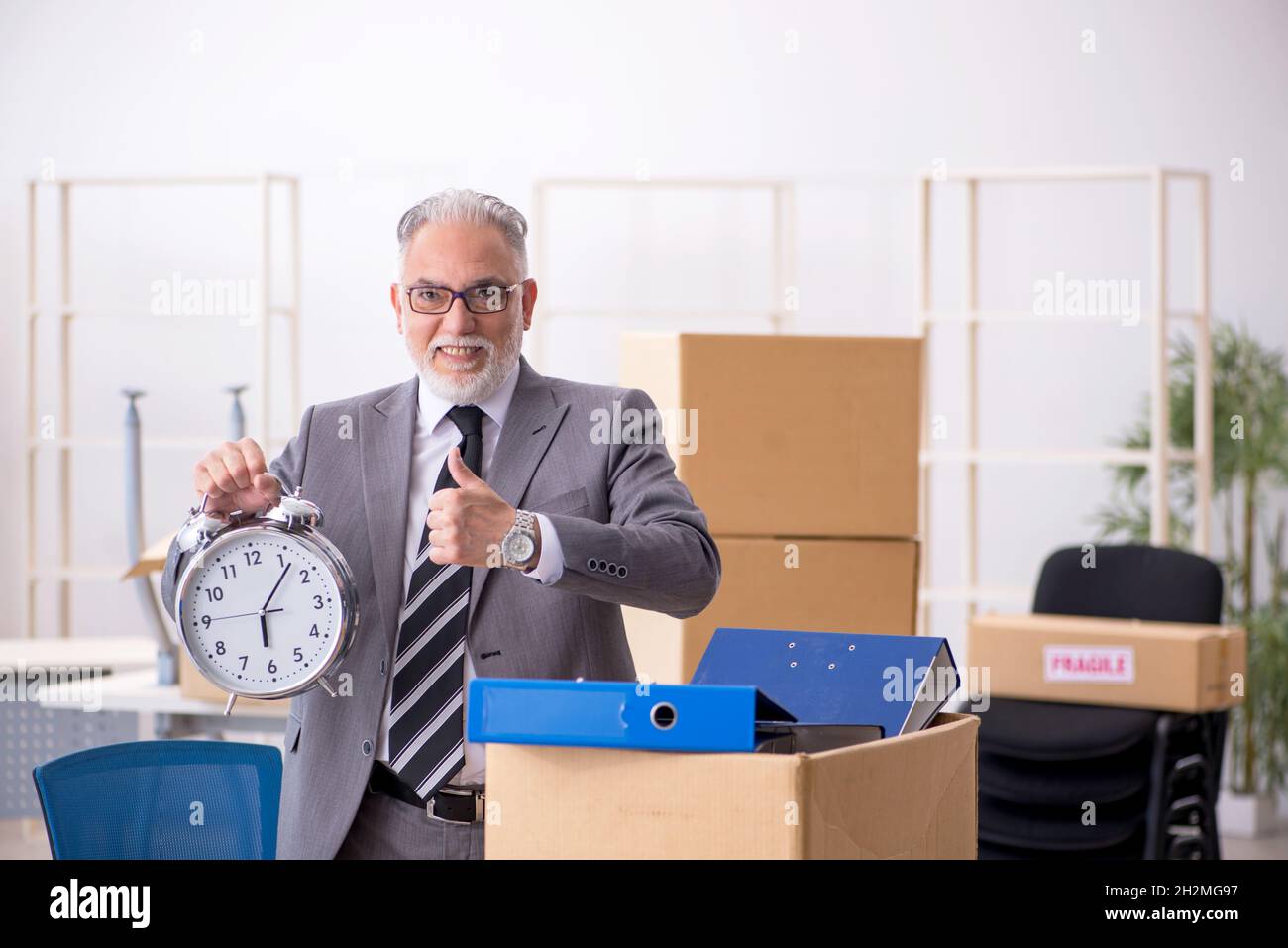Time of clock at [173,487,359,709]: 6:06
